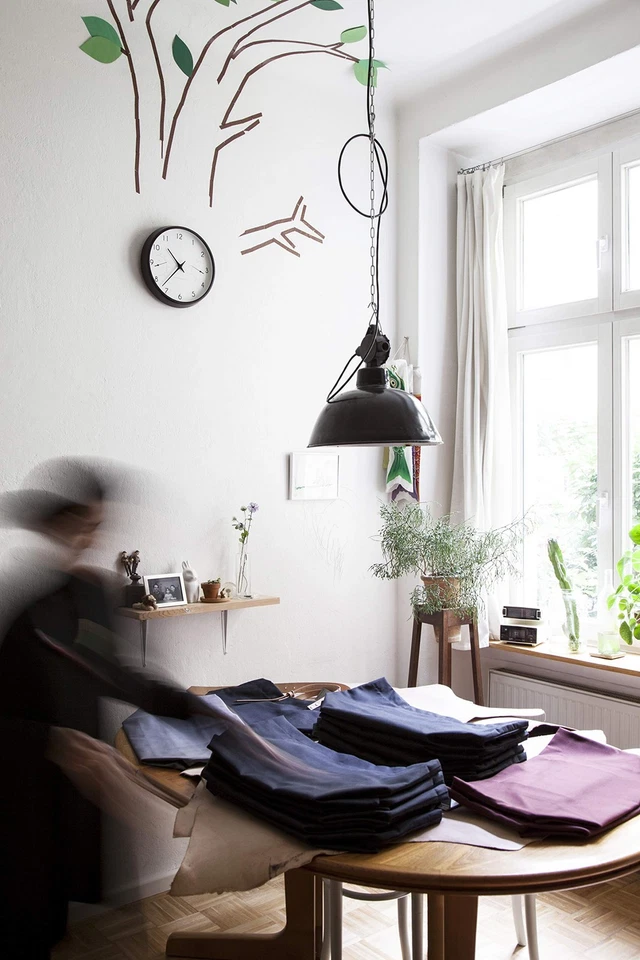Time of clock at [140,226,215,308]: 10:37
